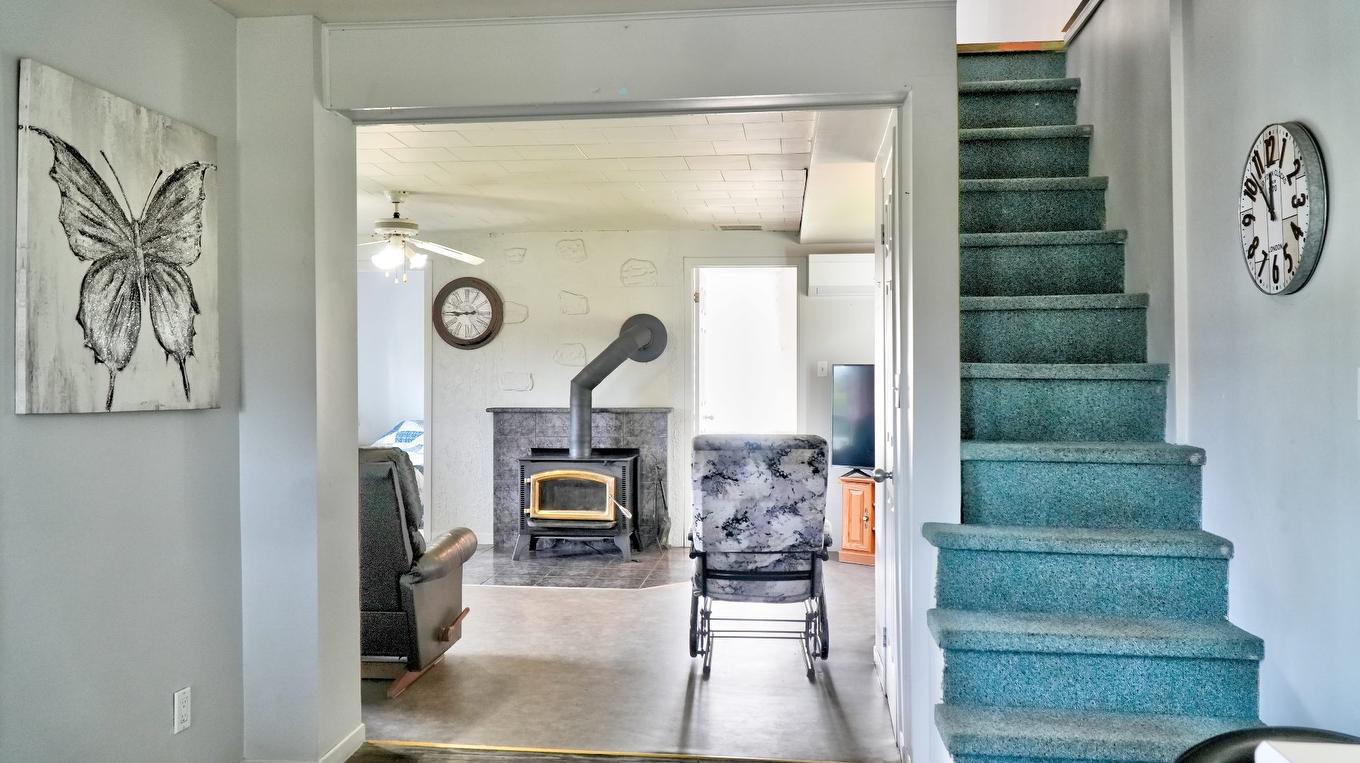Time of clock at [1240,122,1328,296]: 11:52
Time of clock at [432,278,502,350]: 8:45
